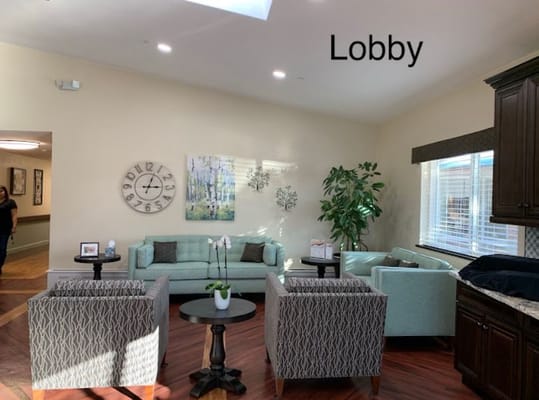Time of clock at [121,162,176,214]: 3:03
